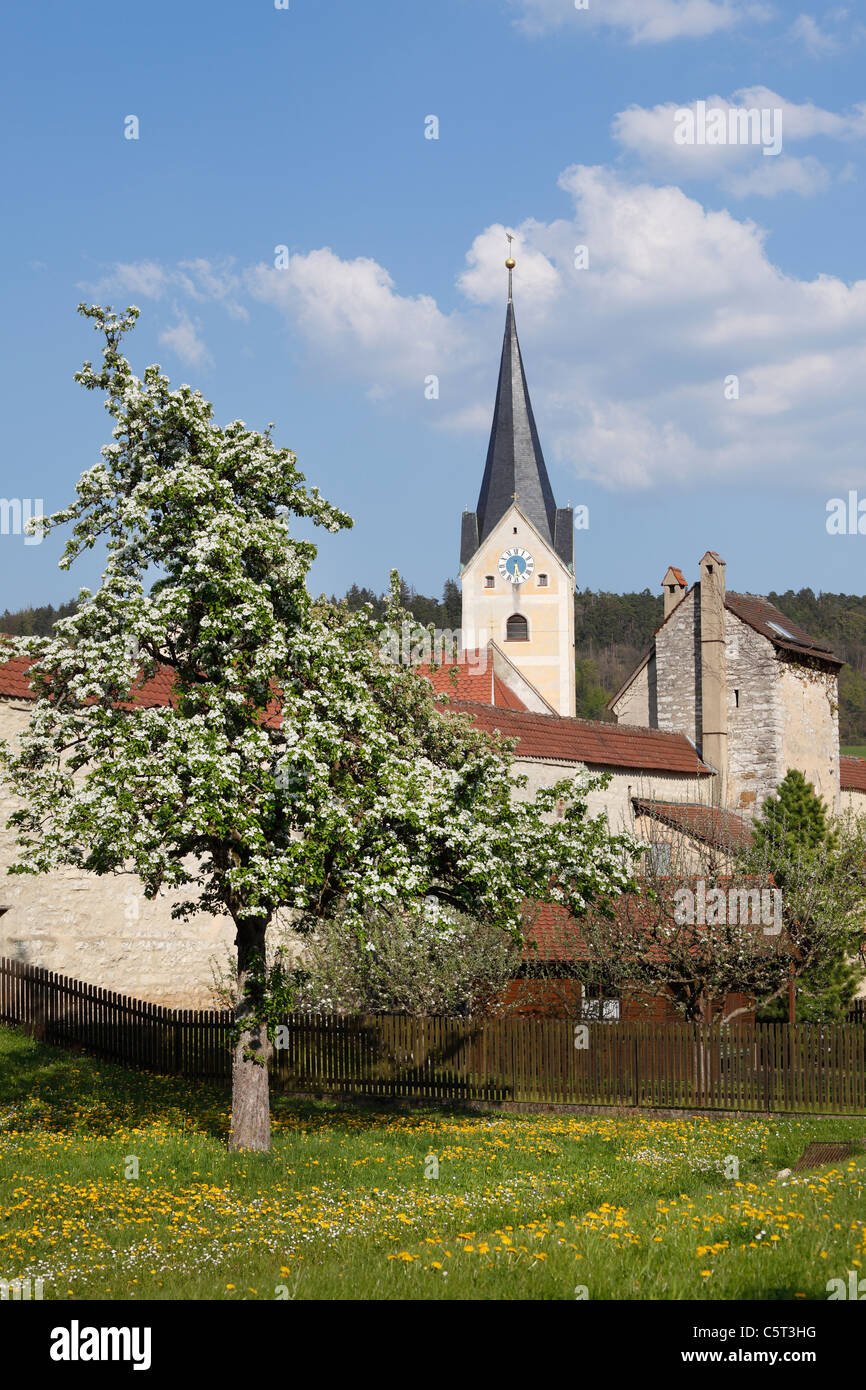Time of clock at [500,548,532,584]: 5:30
